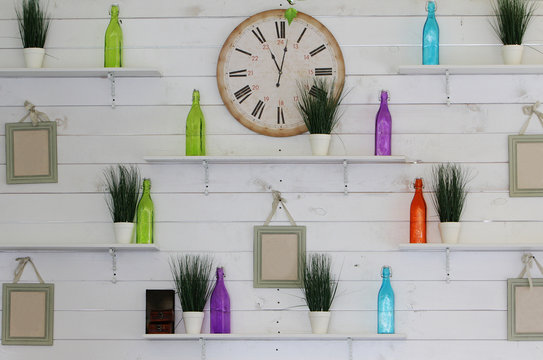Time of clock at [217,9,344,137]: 11:01
